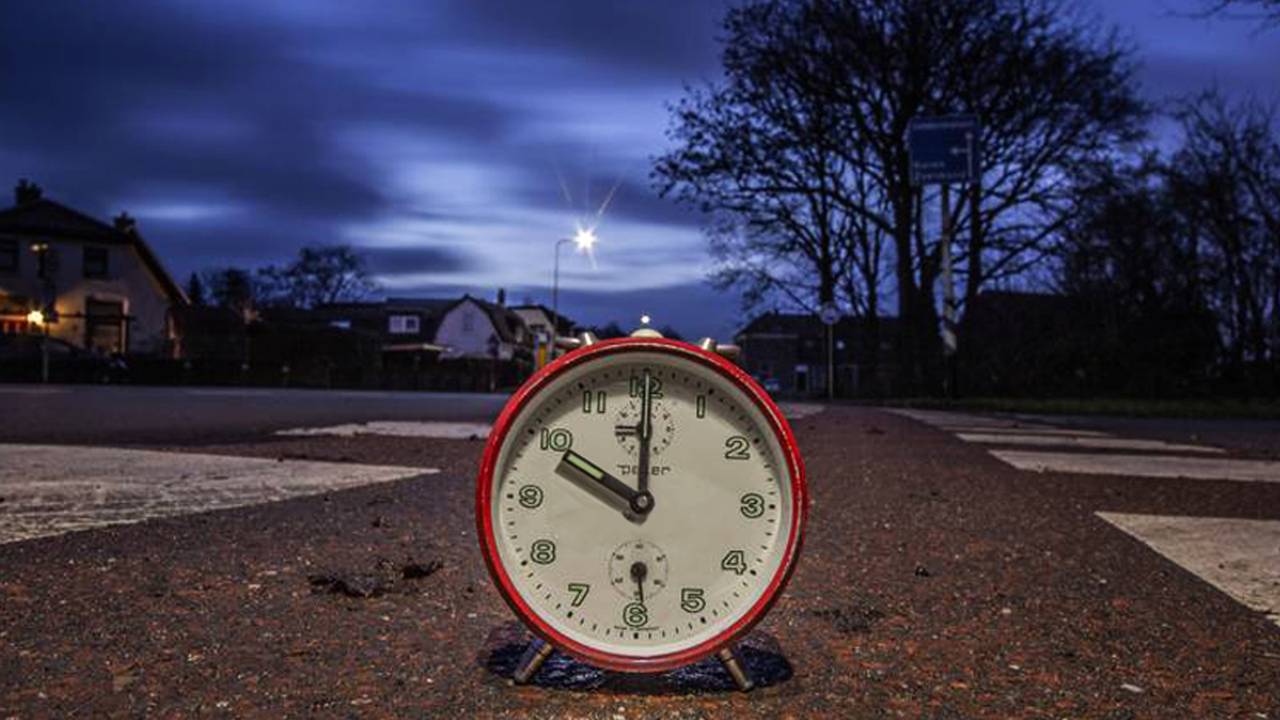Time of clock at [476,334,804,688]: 10:00
